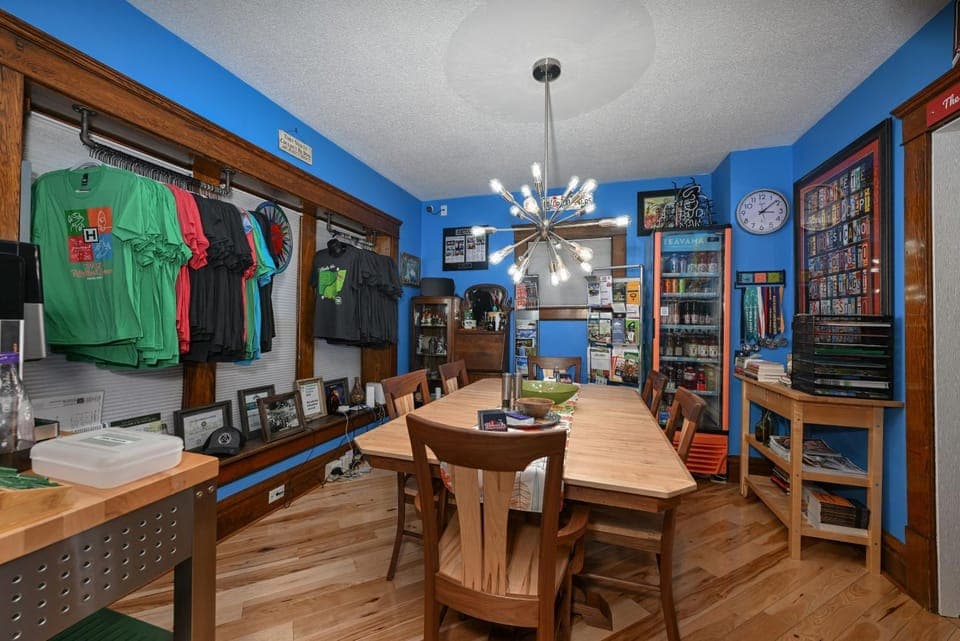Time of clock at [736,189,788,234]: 3:08
